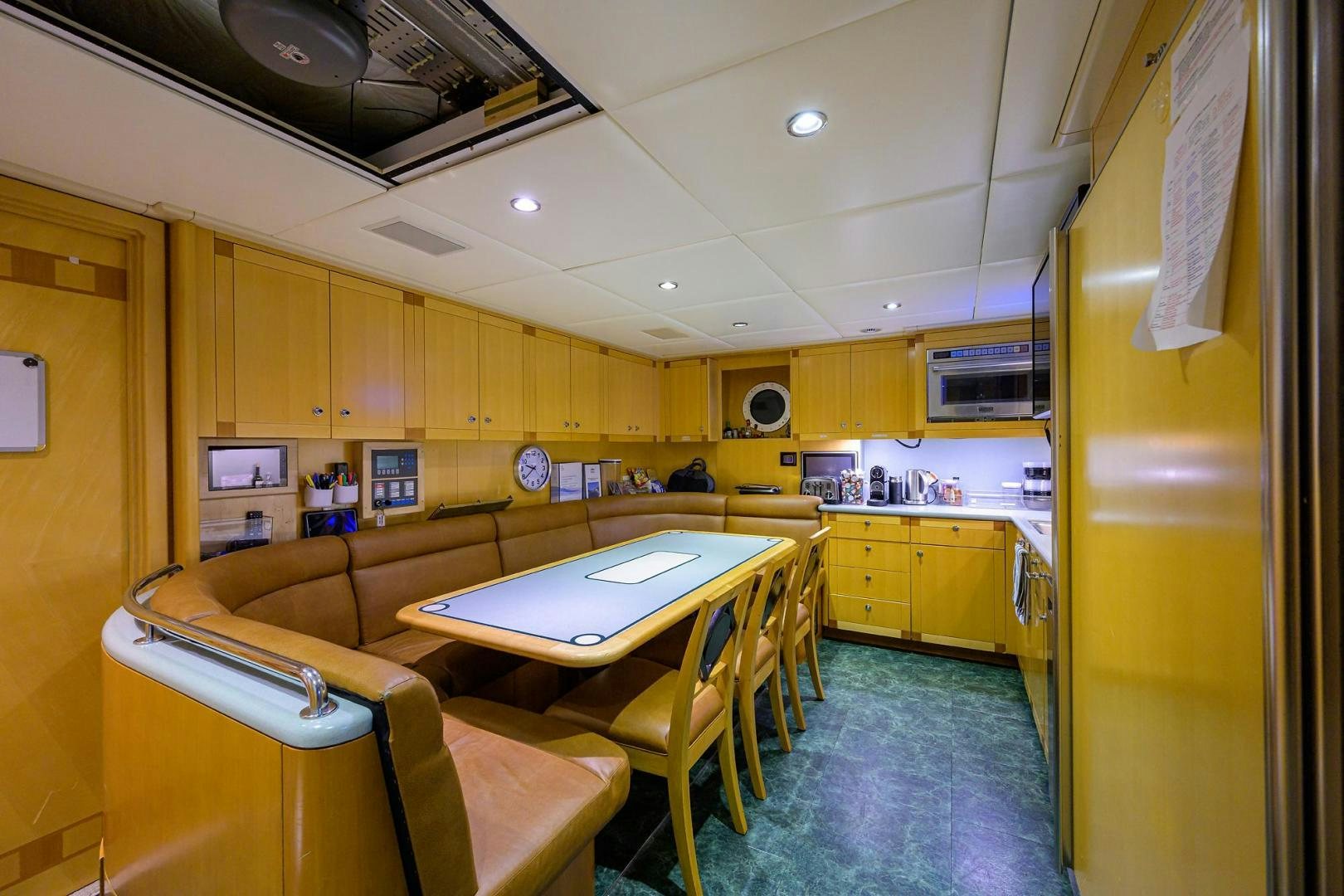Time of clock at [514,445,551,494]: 9:38
